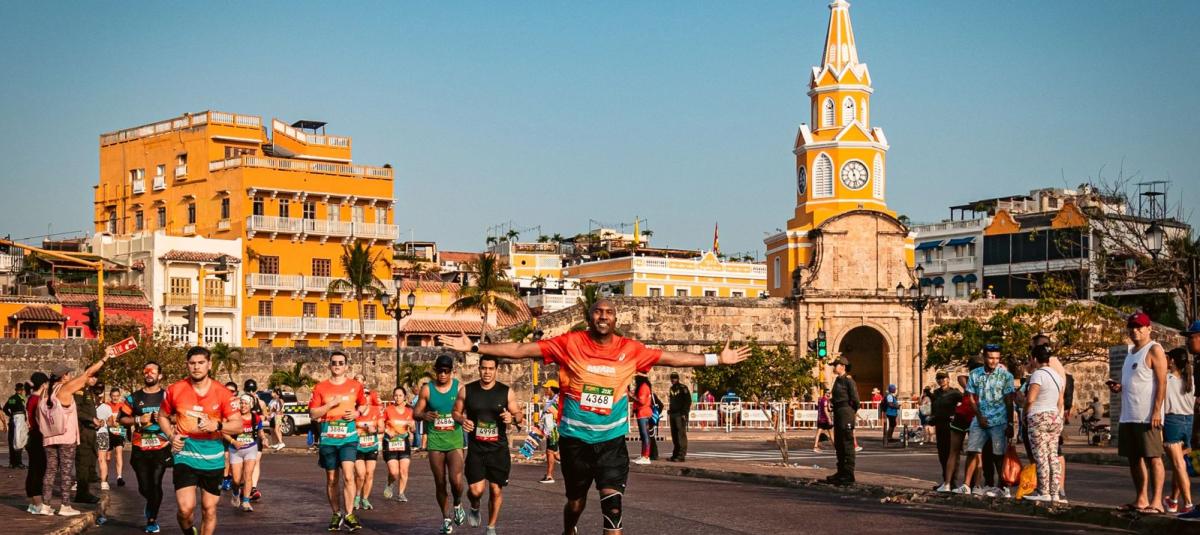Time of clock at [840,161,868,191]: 11:28
